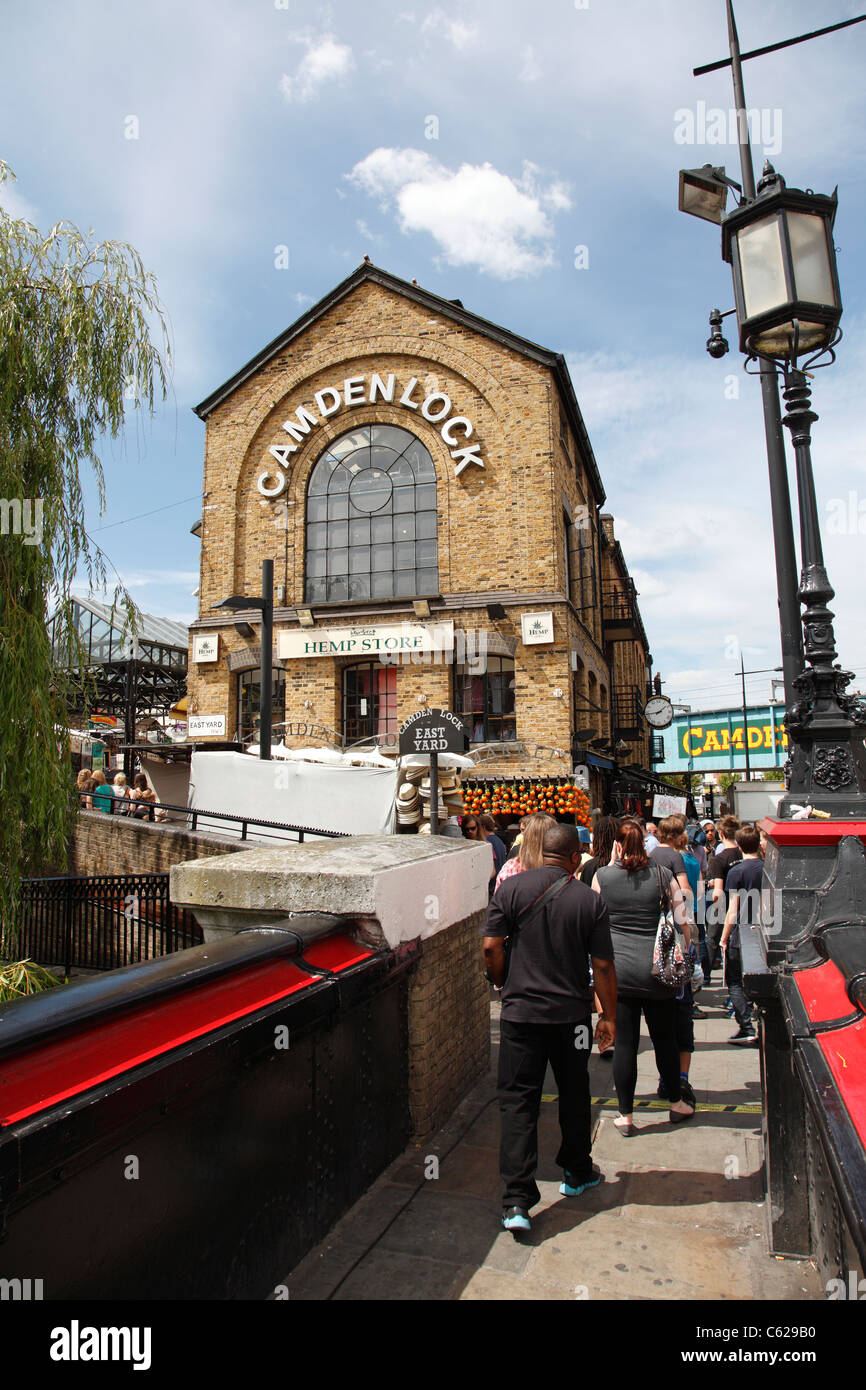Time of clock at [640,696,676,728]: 1:43
